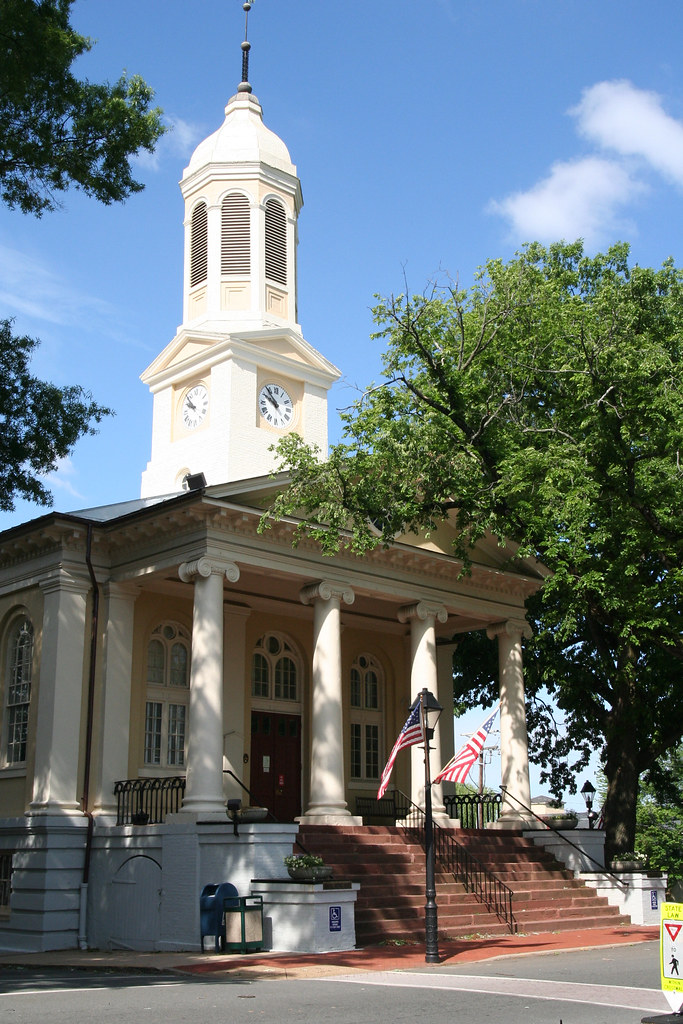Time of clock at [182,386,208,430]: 9:53
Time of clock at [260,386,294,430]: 9:53
